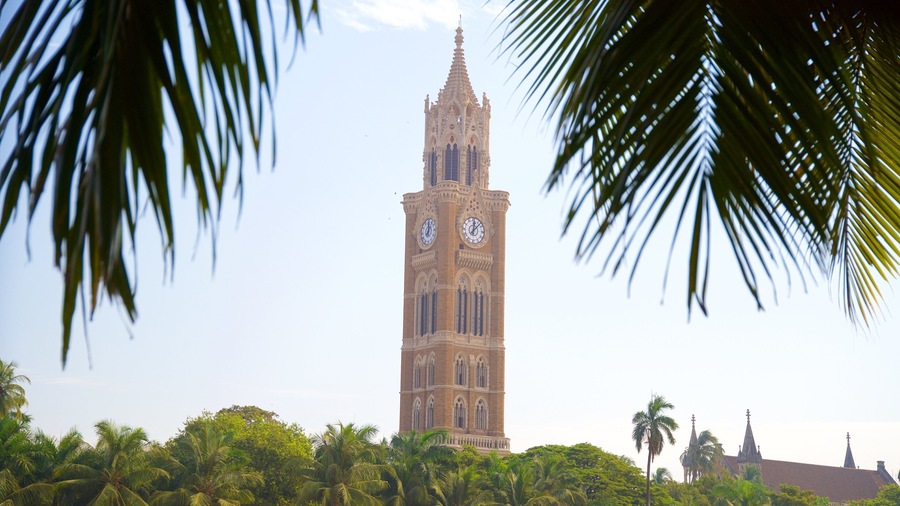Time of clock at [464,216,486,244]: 12:07
